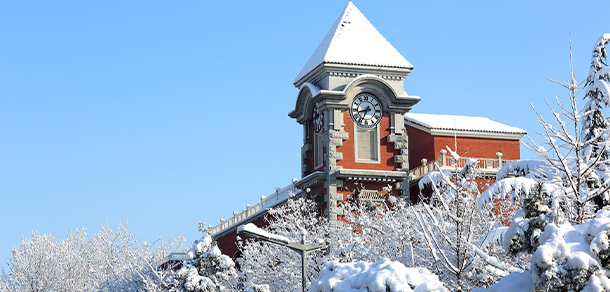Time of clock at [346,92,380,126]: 8:34
